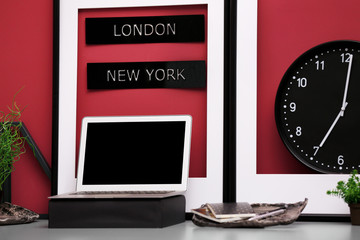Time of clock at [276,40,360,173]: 7:01
